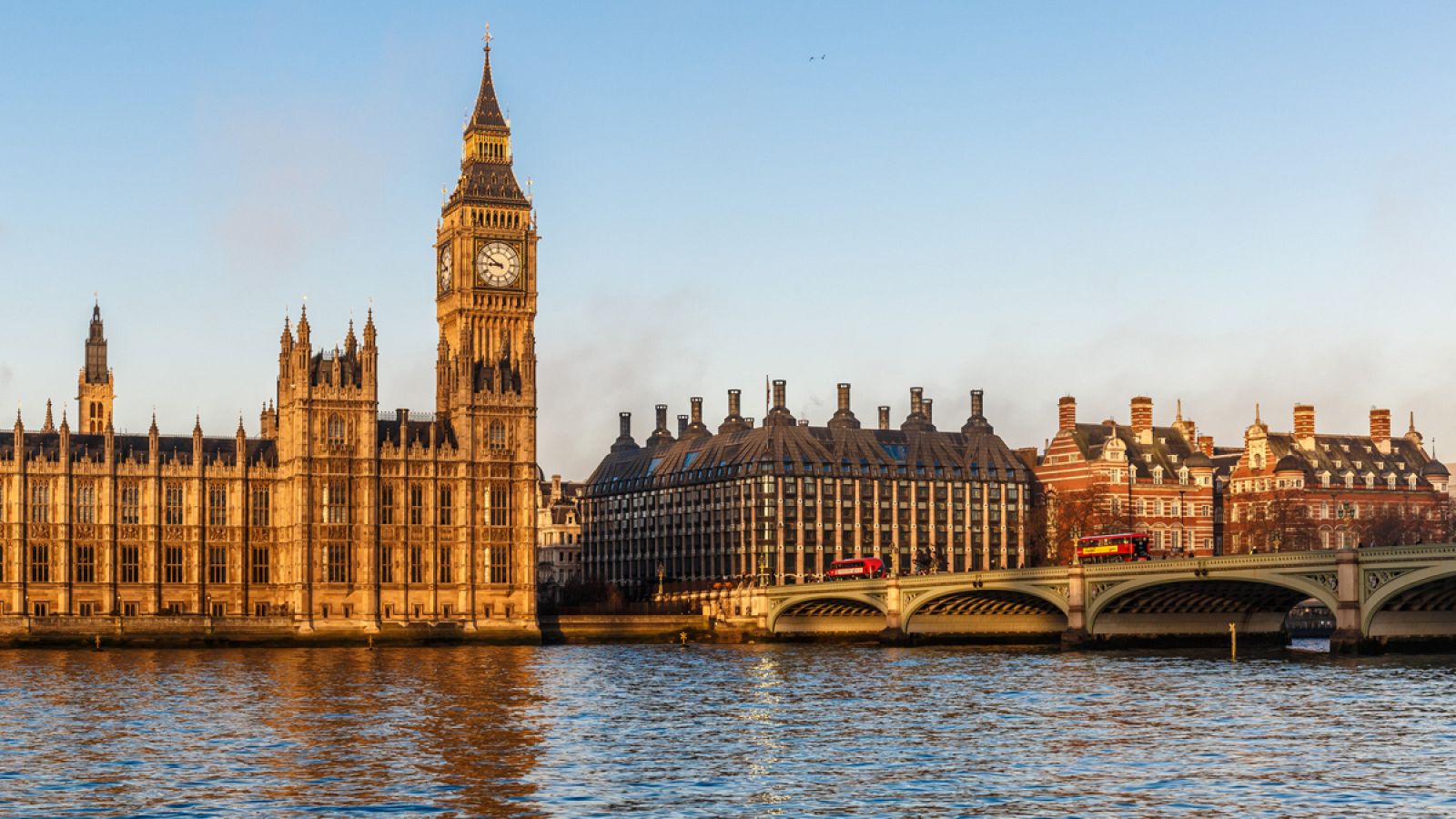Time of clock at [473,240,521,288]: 8:50
